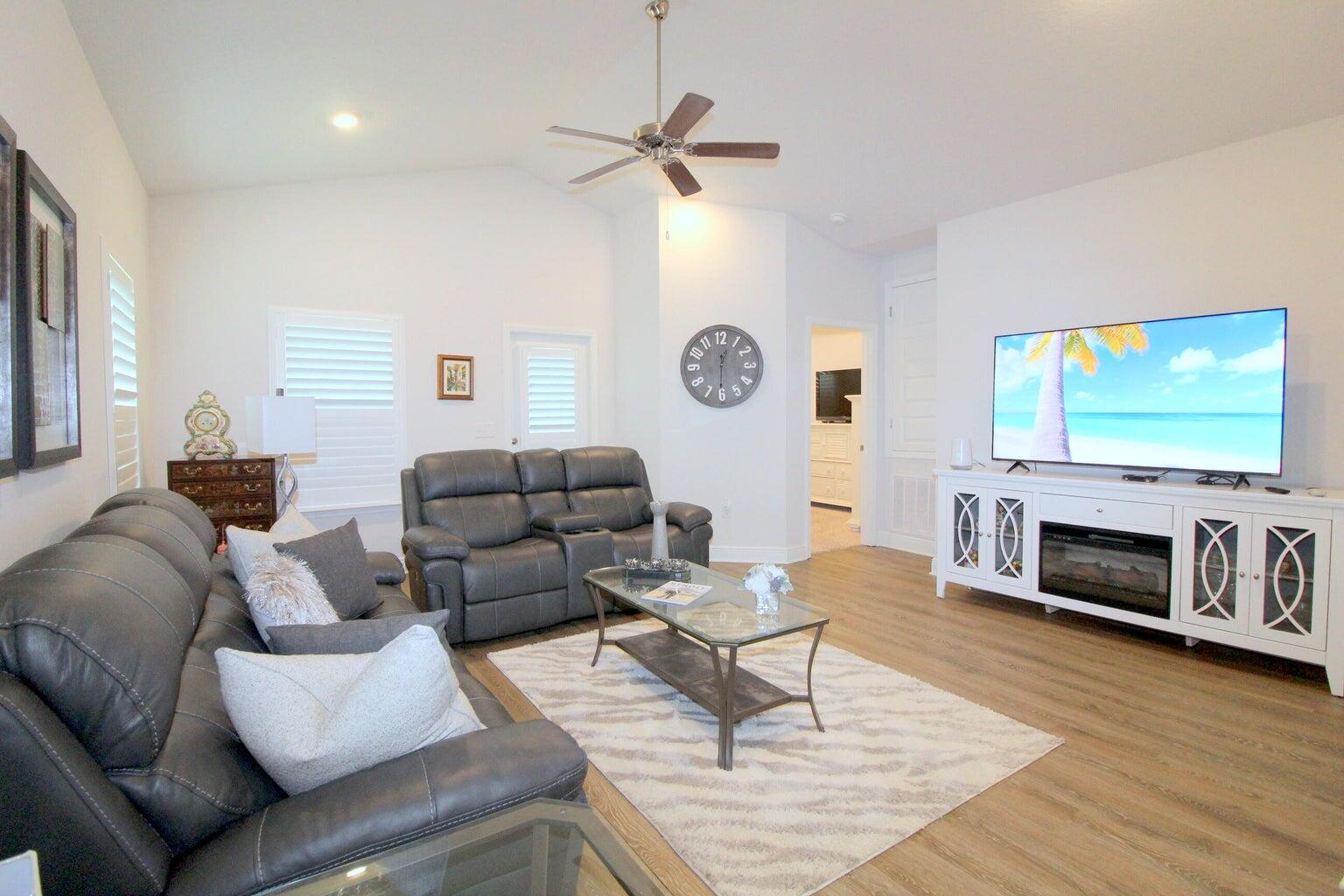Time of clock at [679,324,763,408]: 12:30
